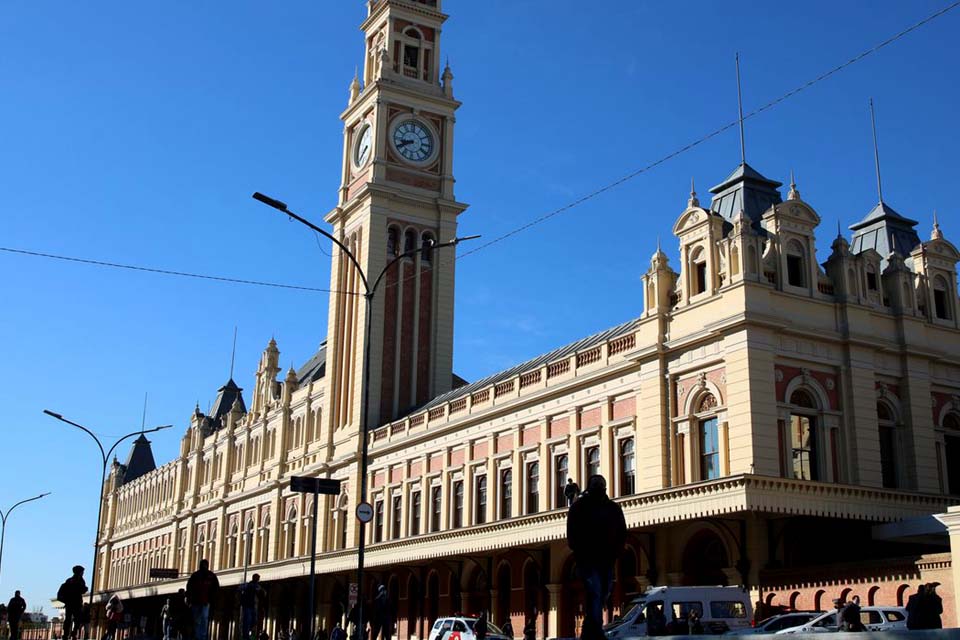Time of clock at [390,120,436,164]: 8:40
